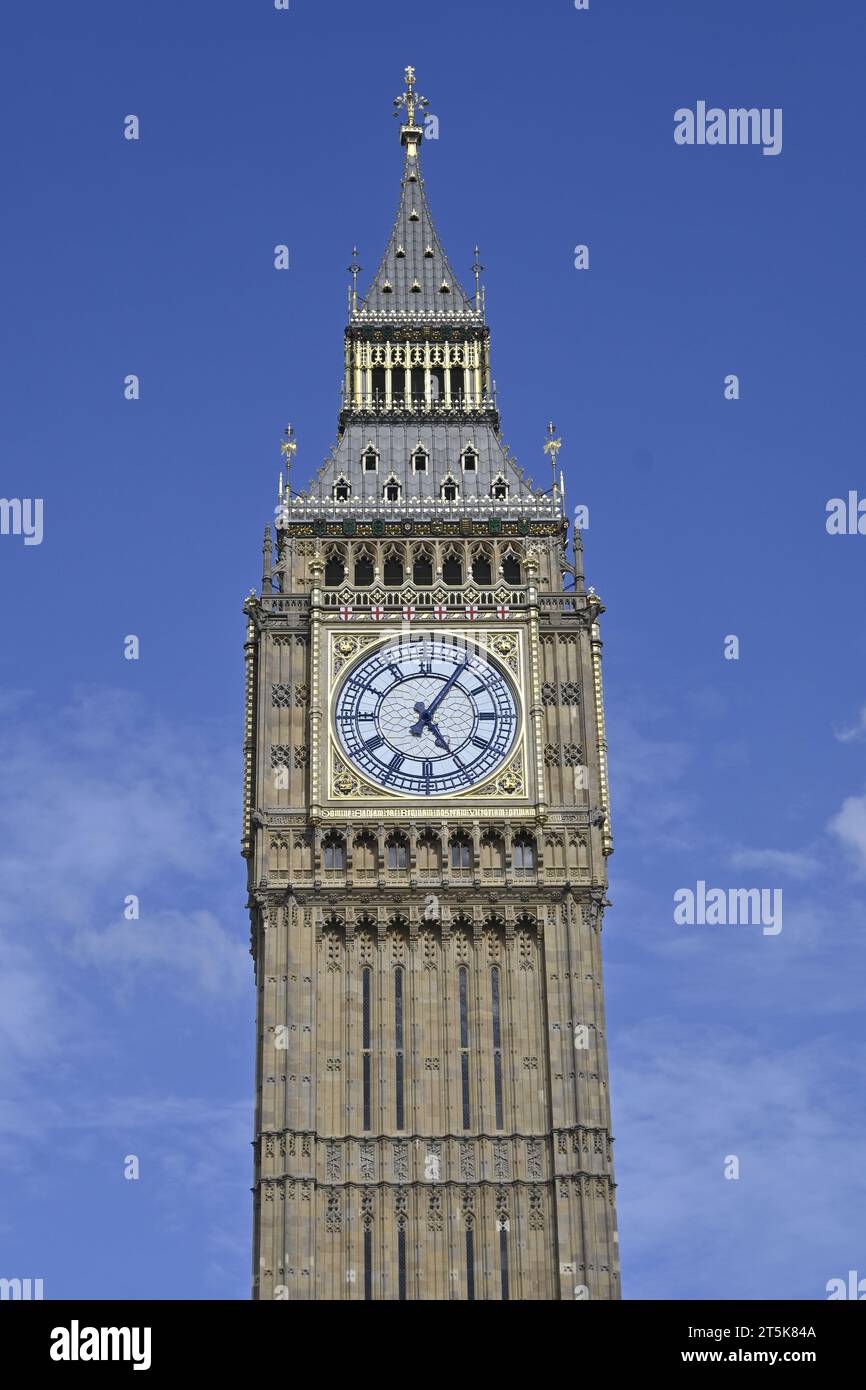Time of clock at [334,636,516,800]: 5:05
